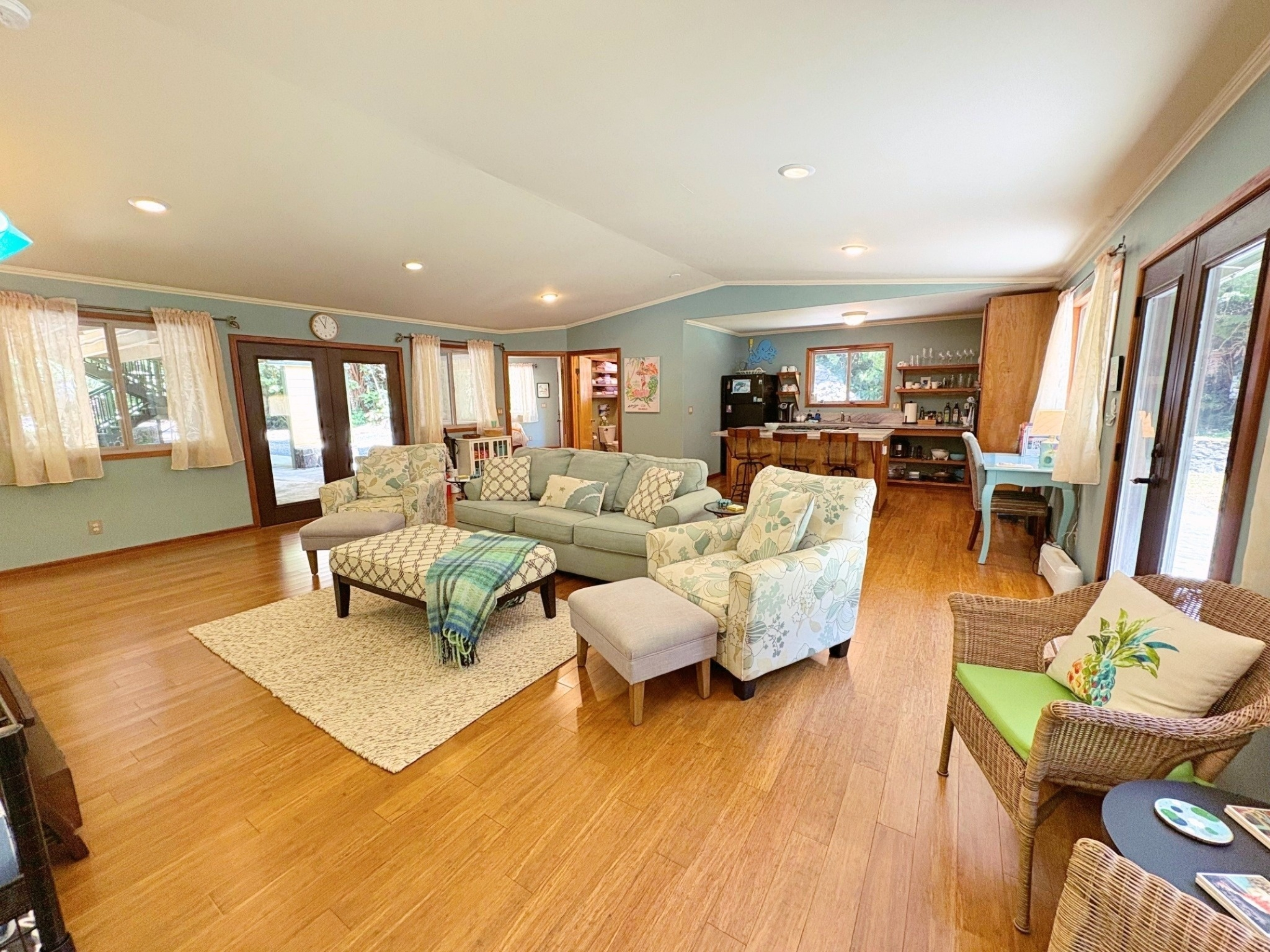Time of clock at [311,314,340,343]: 11:02
